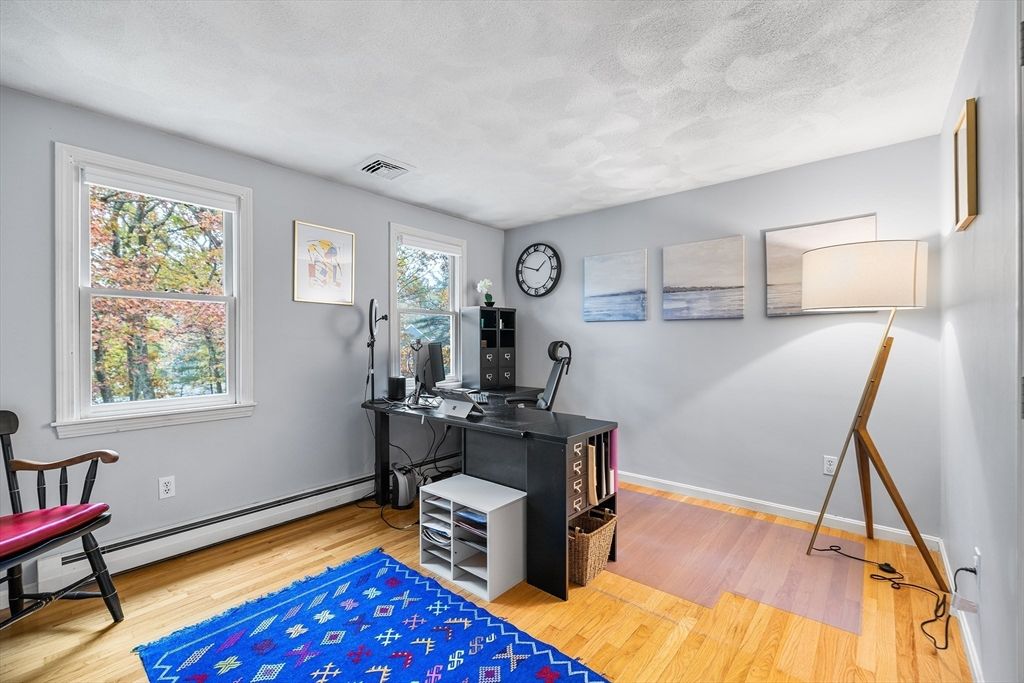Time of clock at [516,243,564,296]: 1:47
